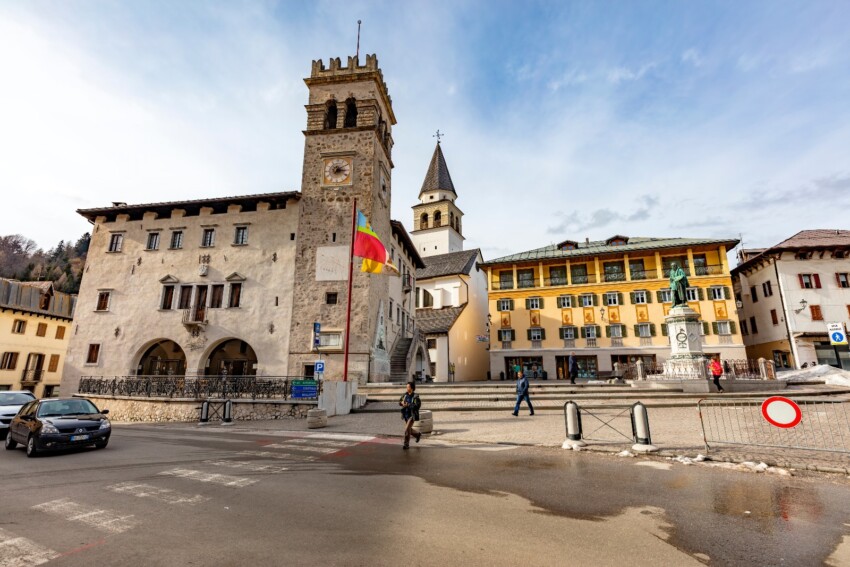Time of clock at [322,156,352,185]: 3:09
